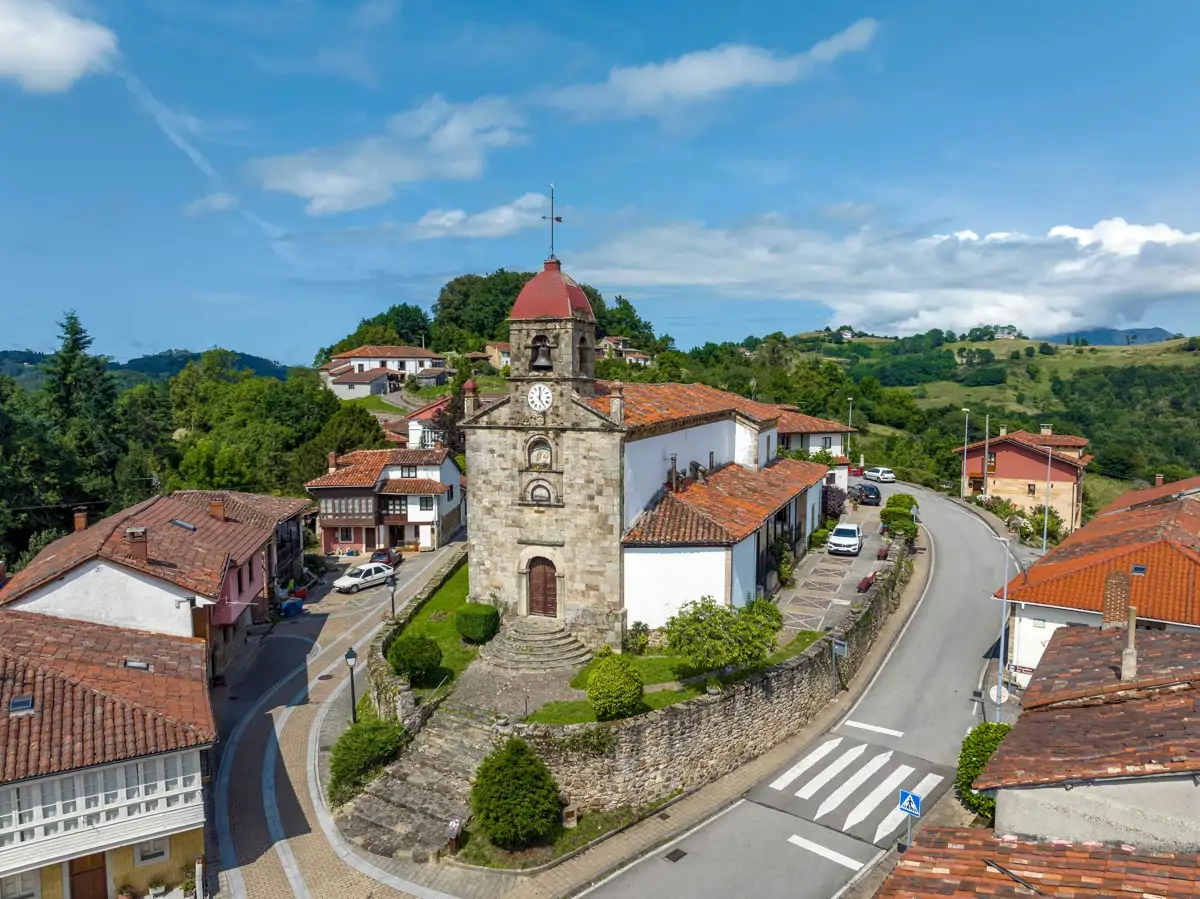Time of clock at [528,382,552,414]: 5:01
